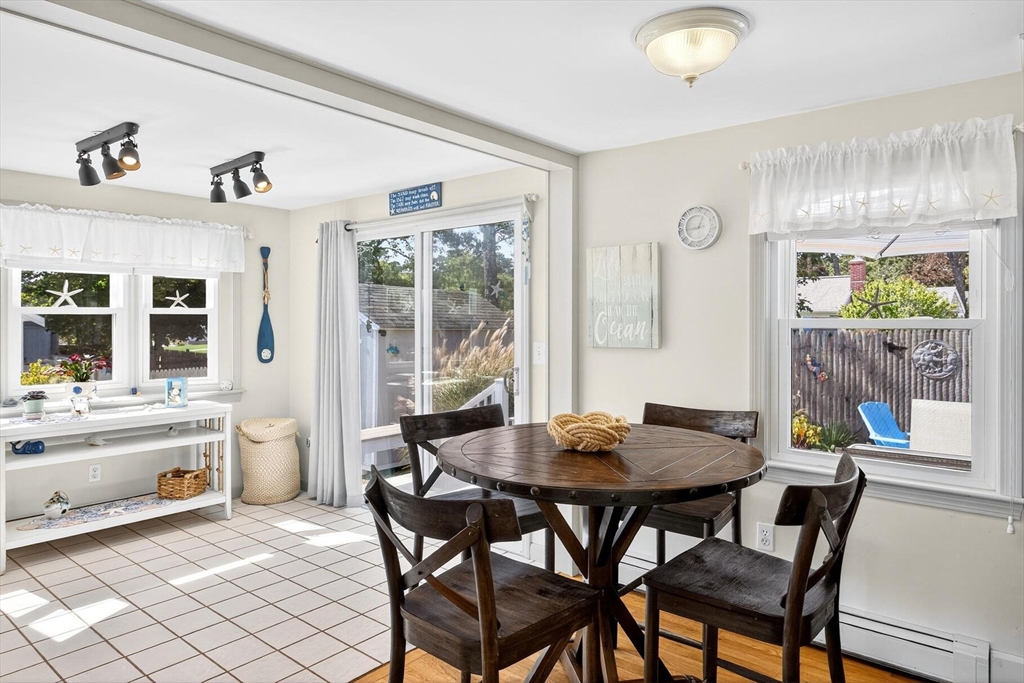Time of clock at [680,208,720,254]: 12:43
